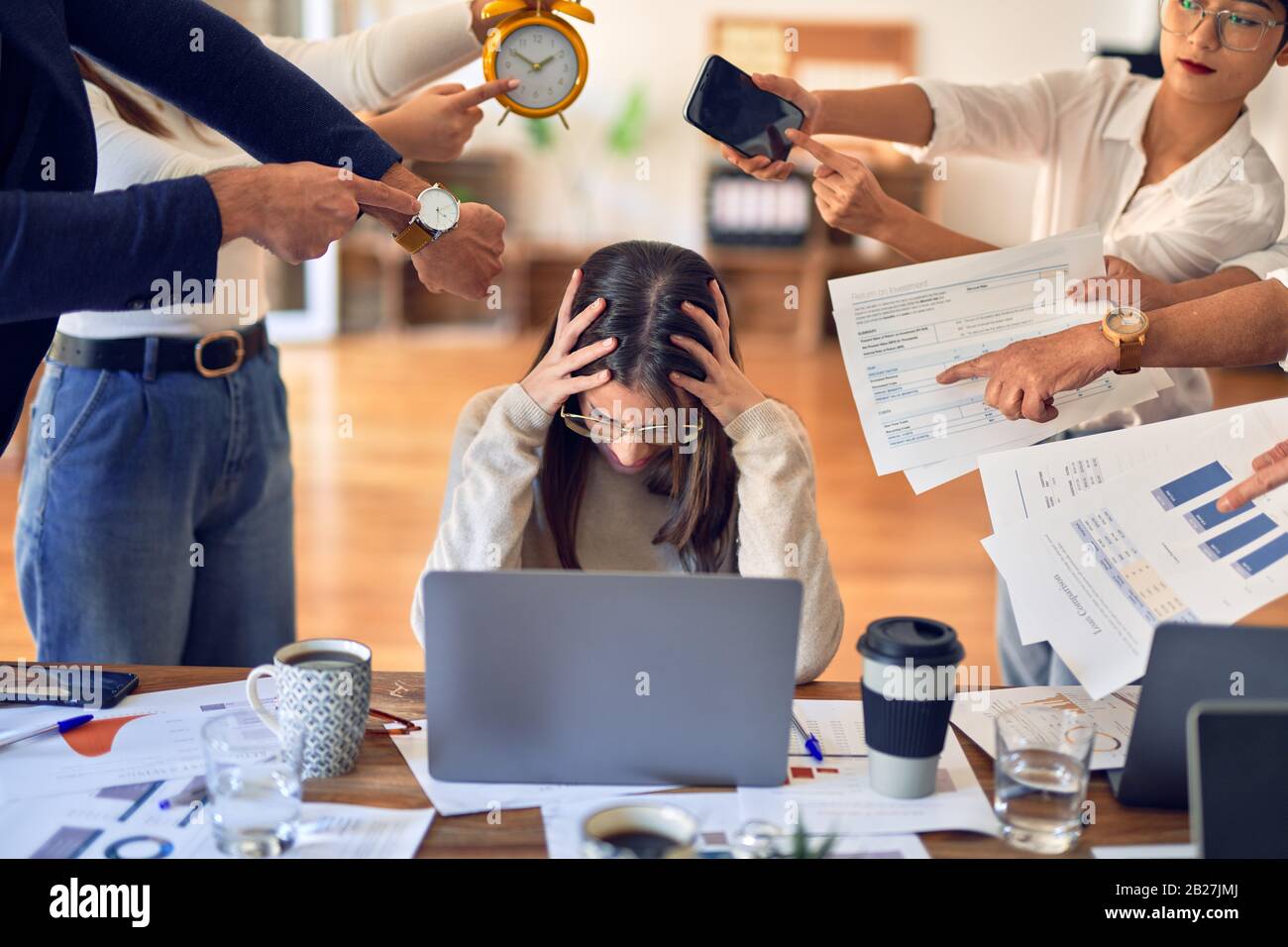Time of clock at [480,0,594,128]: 1:50
